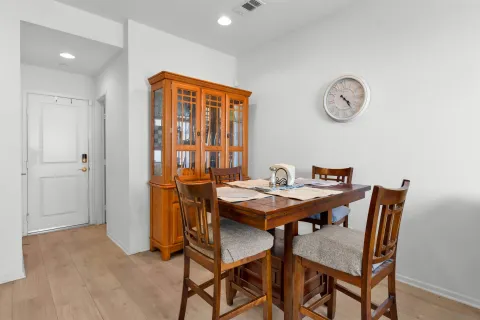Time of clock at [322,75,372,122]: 4:23
